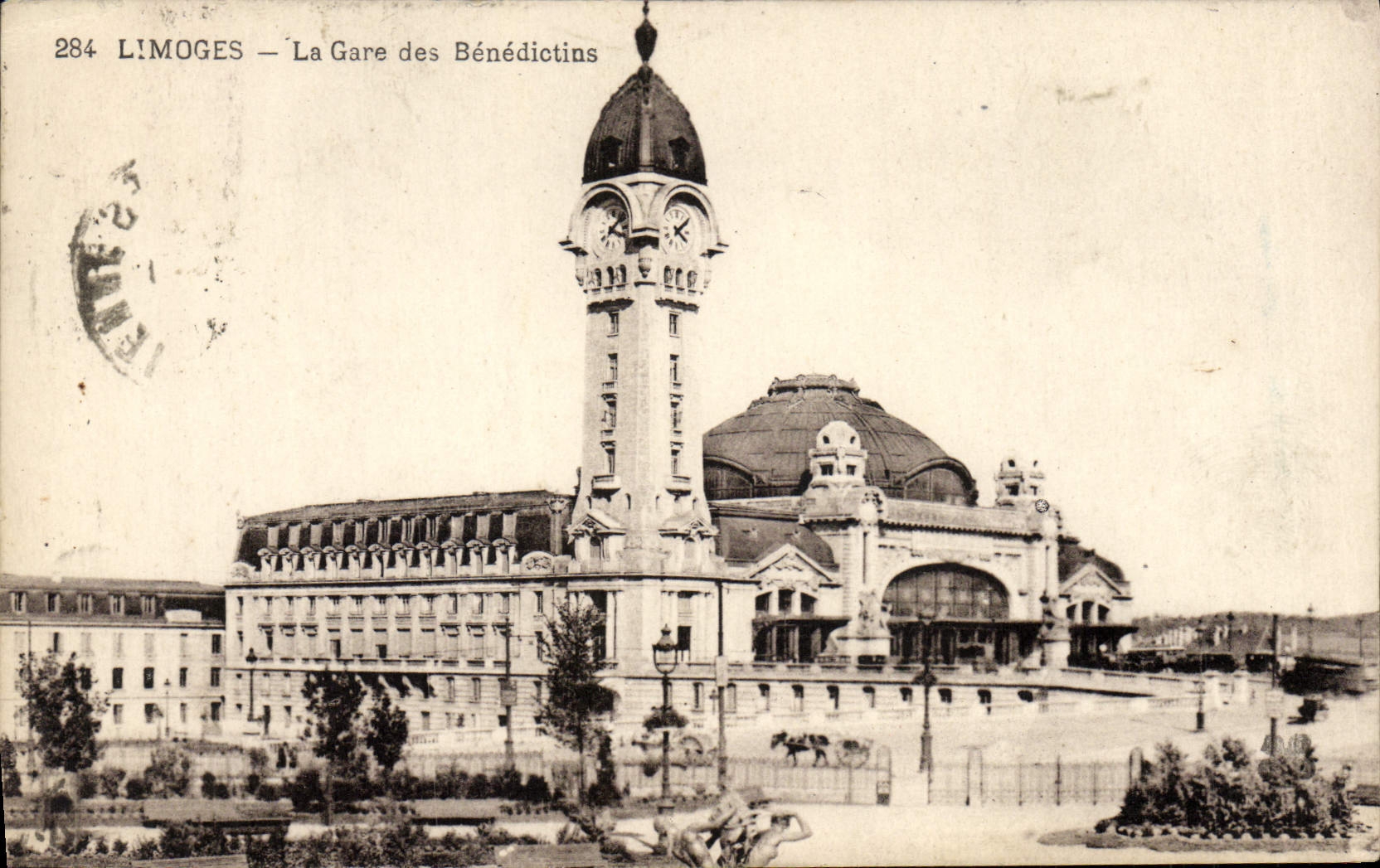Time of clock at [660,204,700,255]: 4:07
